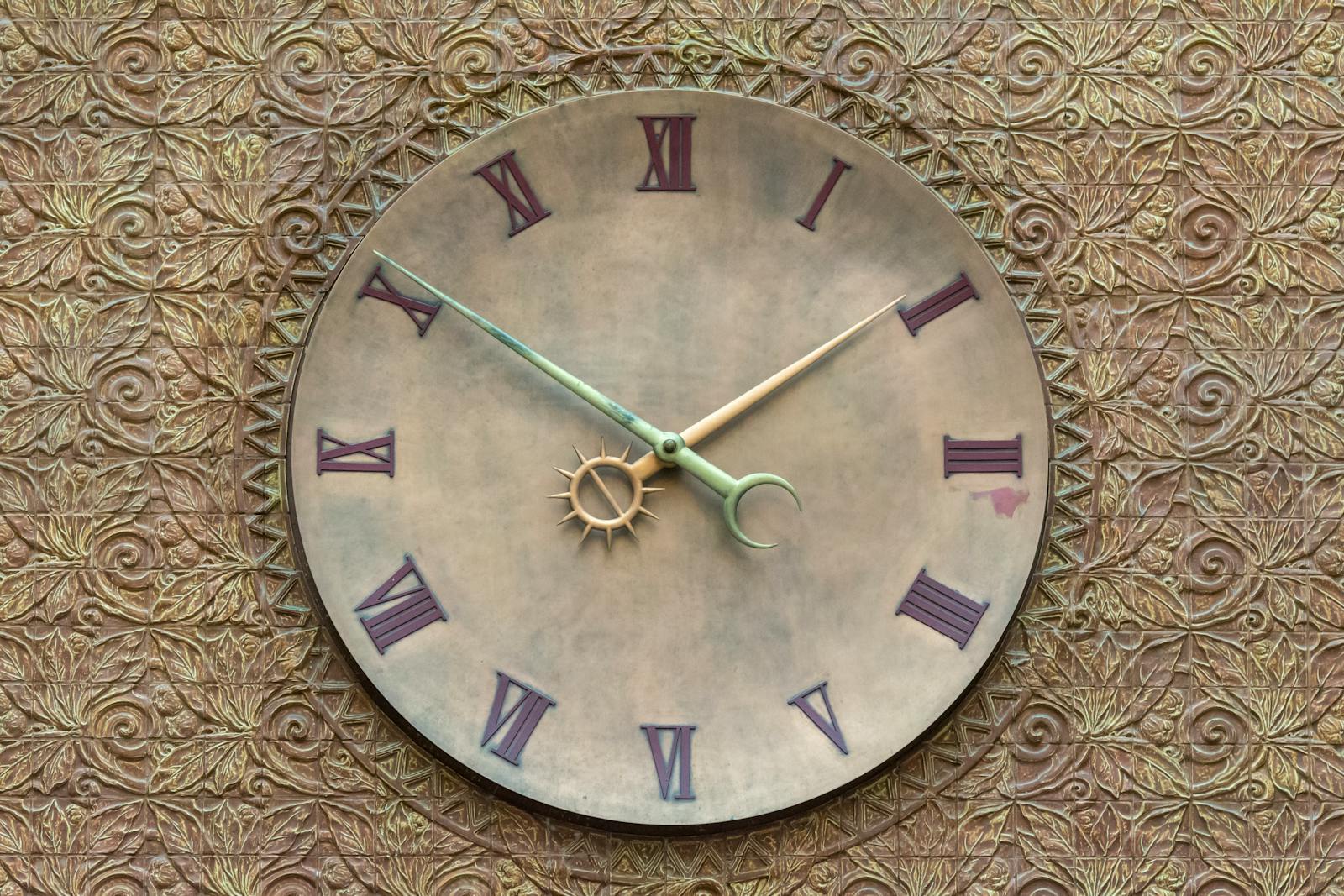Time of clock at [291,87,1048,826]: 1:50
